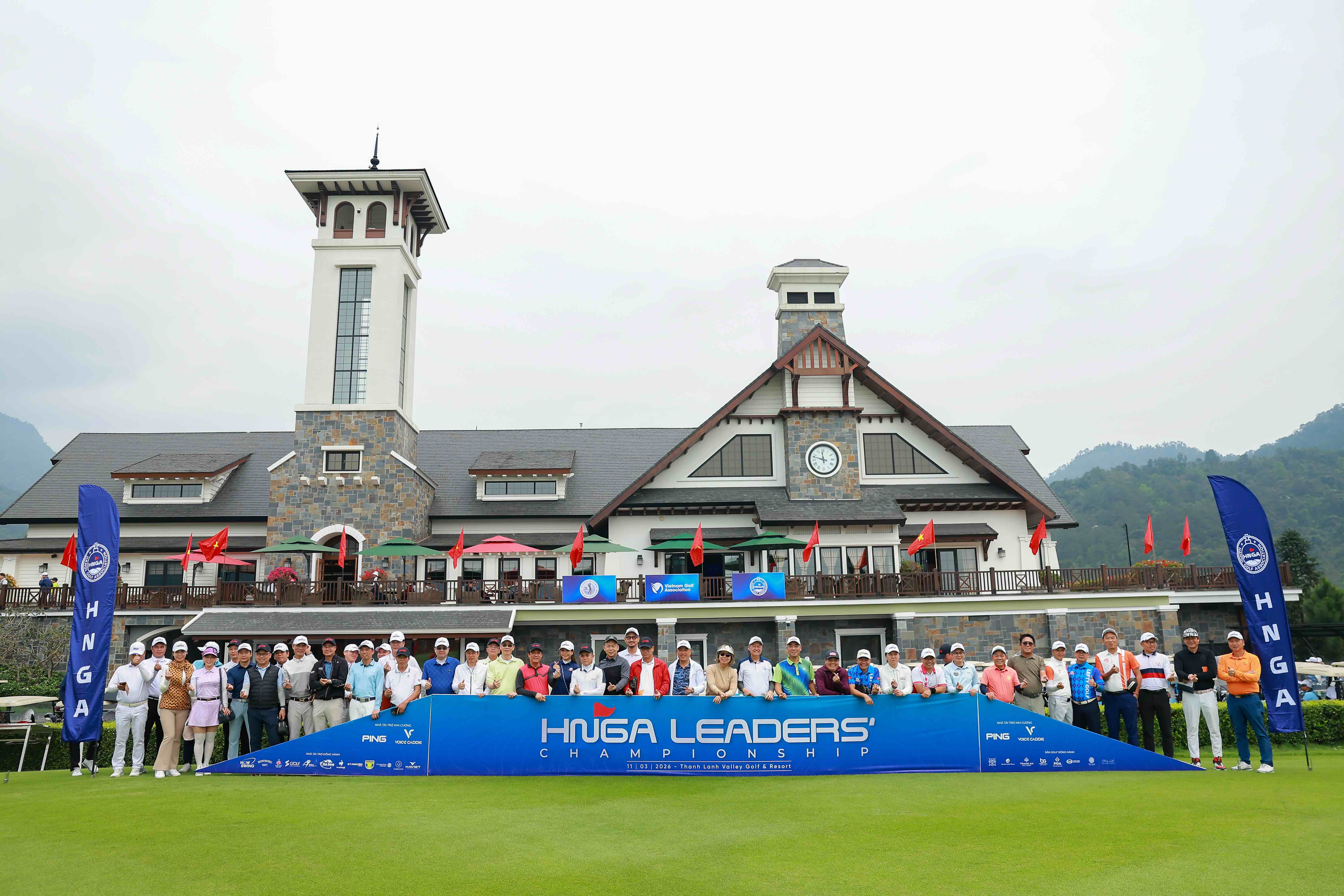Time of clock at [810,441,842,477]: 11:47
